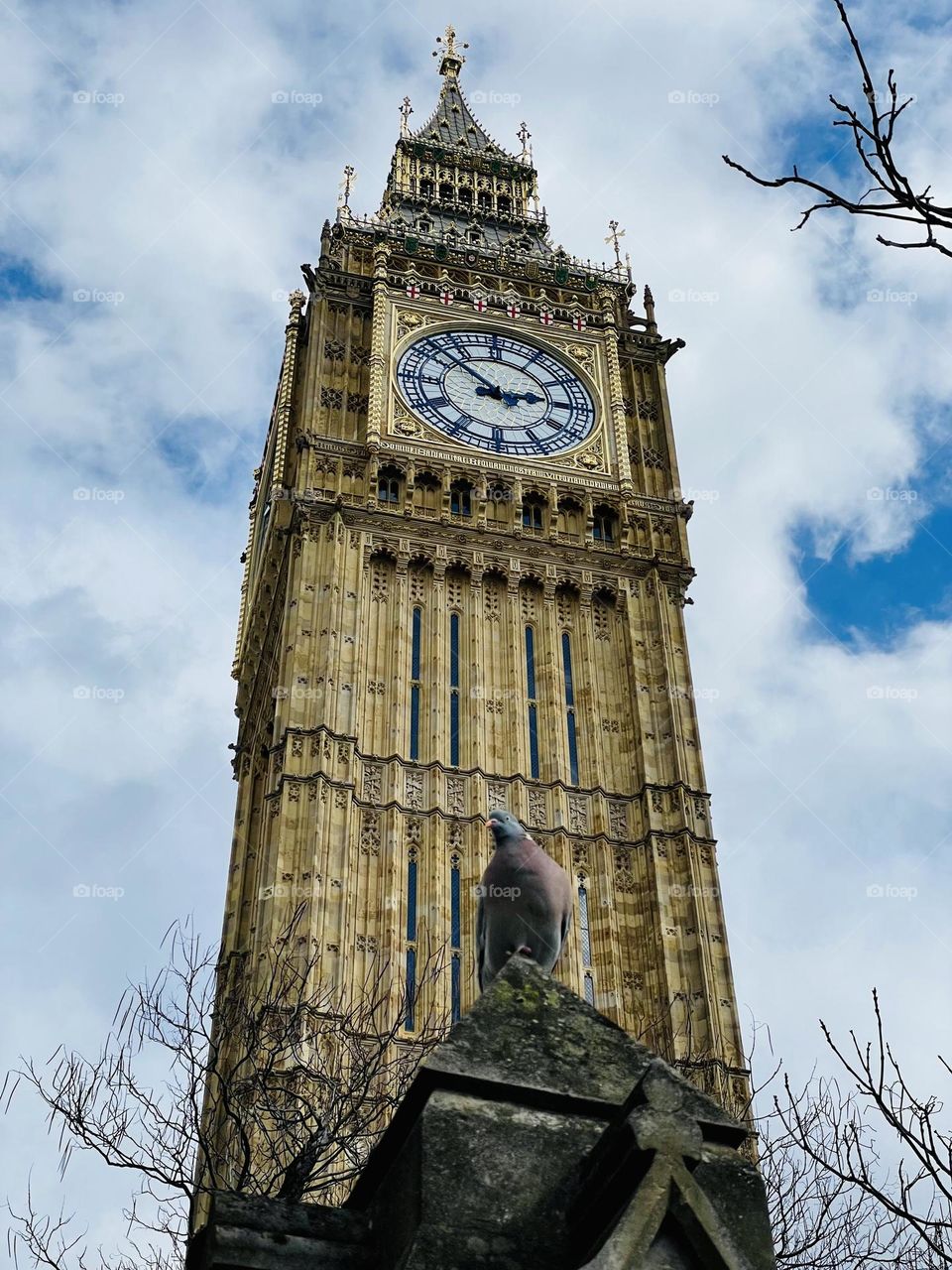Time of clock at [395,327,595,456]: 2:52
